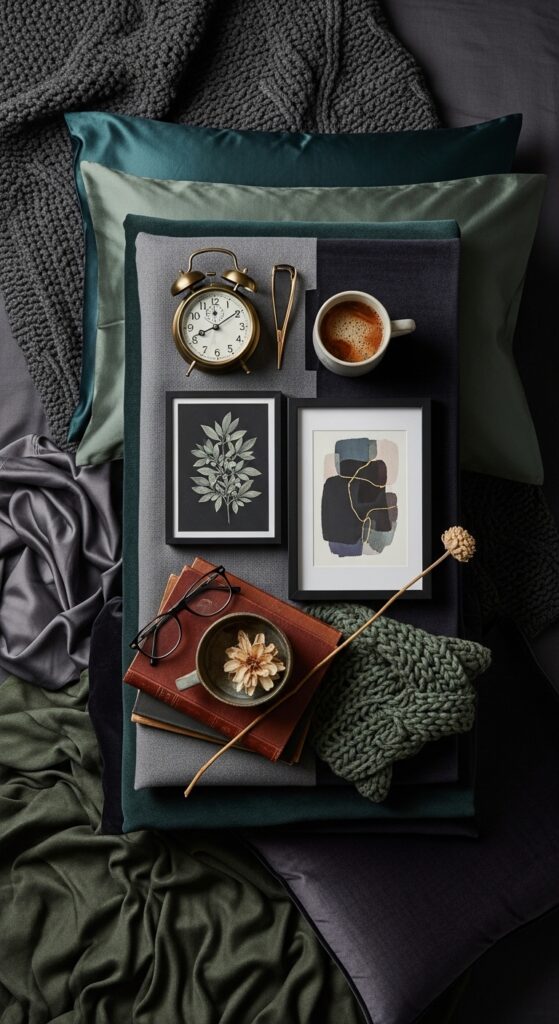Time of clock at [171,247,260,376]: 8:09
